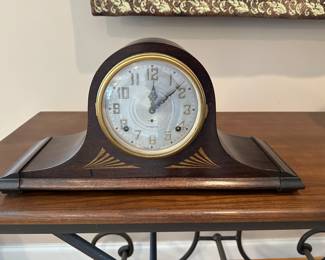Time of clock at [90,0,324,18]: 12:08
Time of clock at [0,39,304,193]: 12:07
